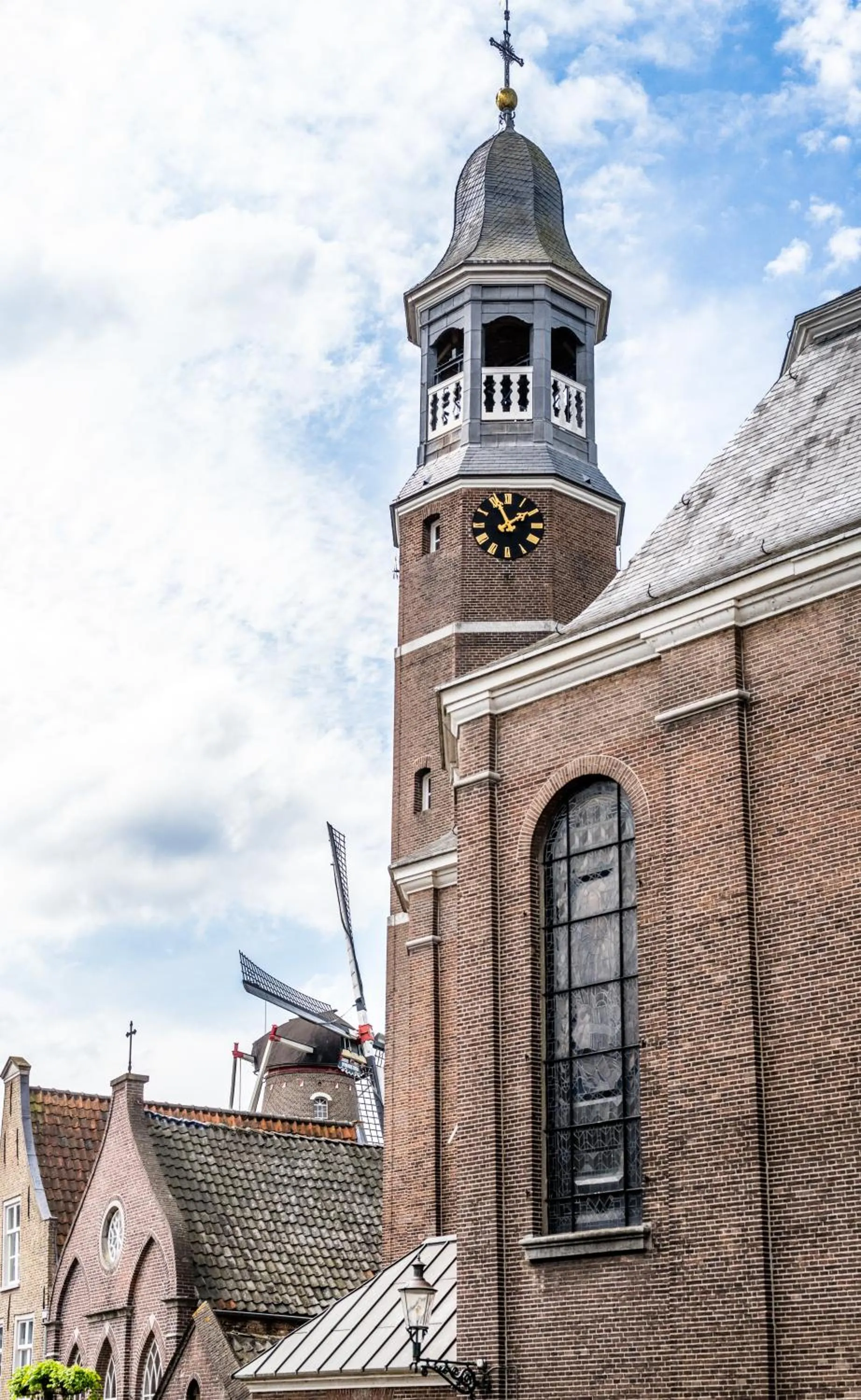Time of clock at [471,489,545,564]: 1:56
